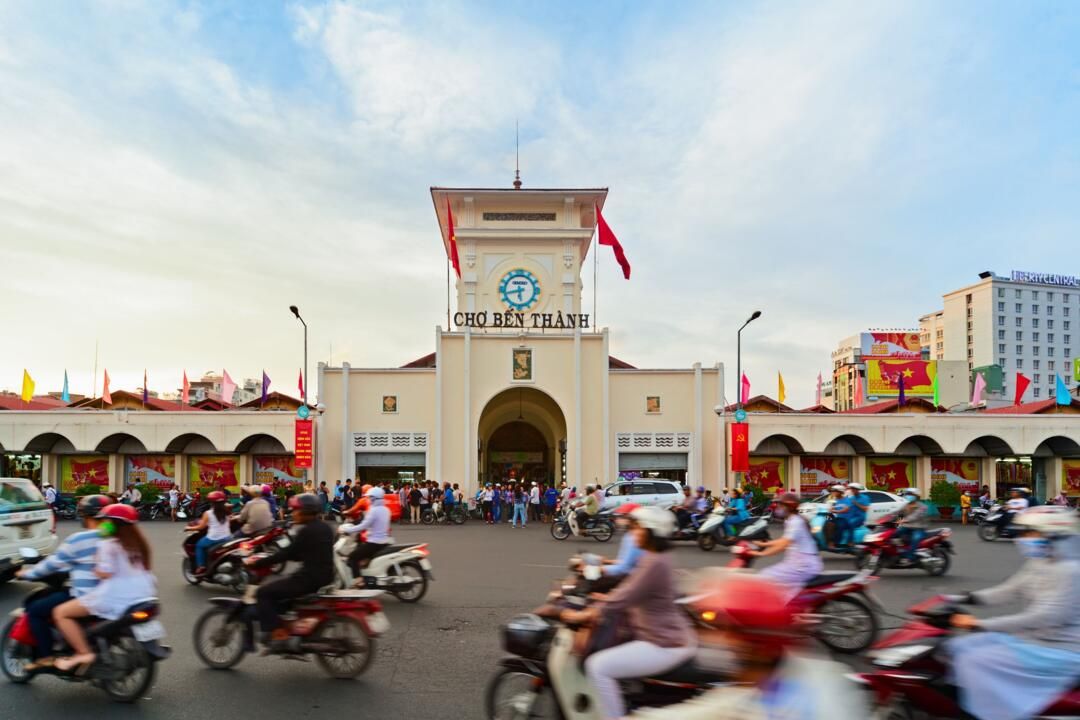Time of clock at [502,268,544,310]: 5:42
